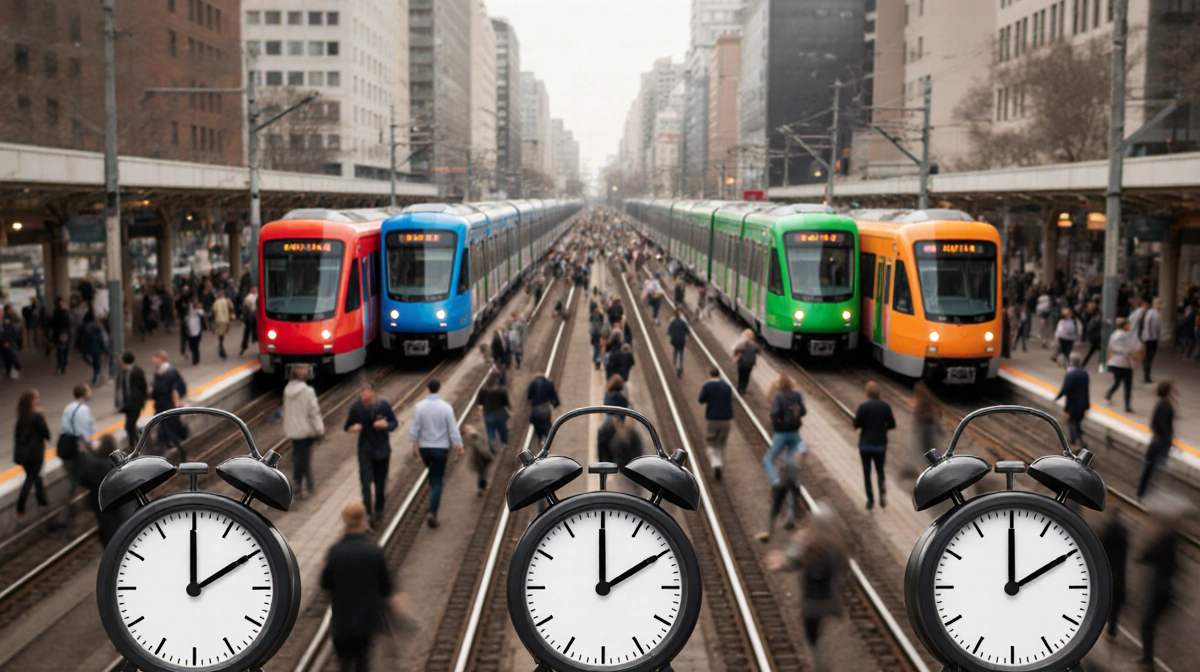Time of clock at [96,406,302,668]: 2:00
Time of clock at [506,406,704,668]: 2:00
